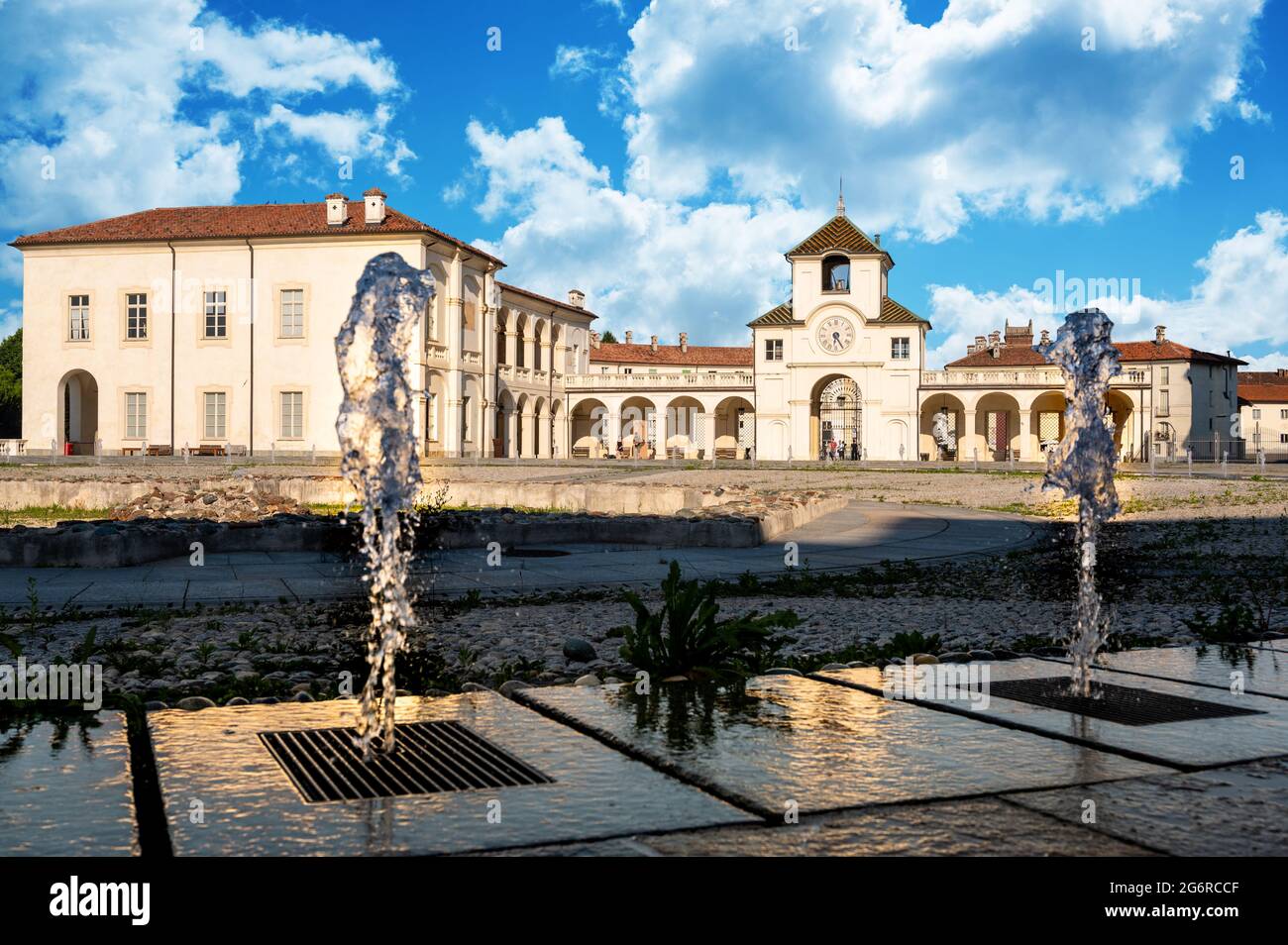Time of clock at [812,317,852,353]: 6:24
